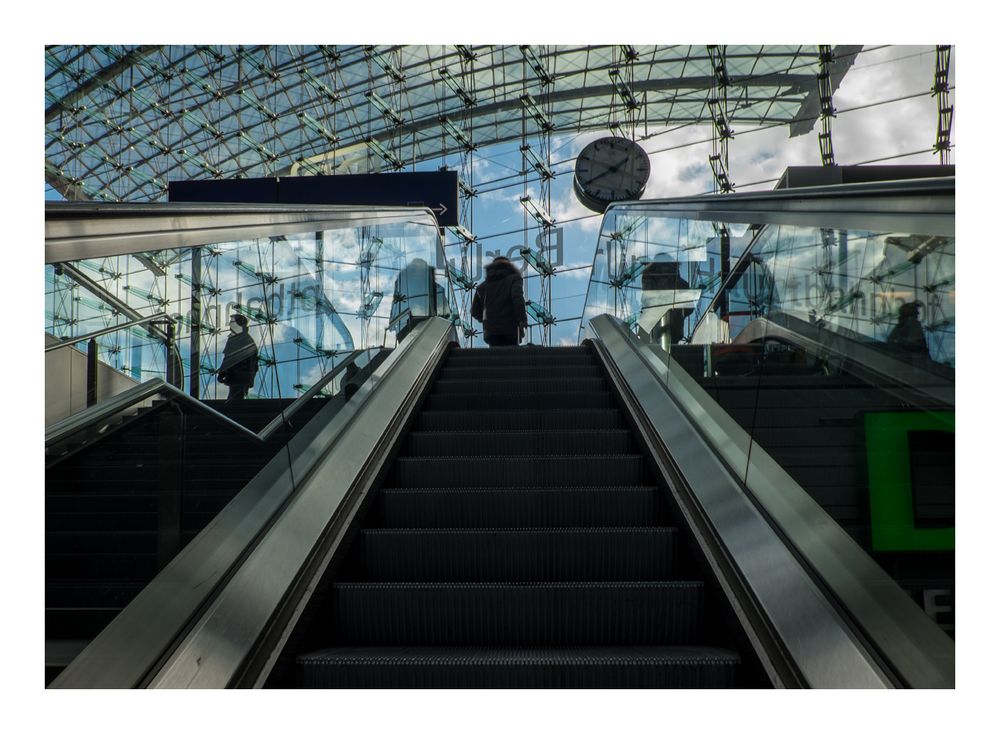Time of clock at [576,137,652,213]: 1:39
